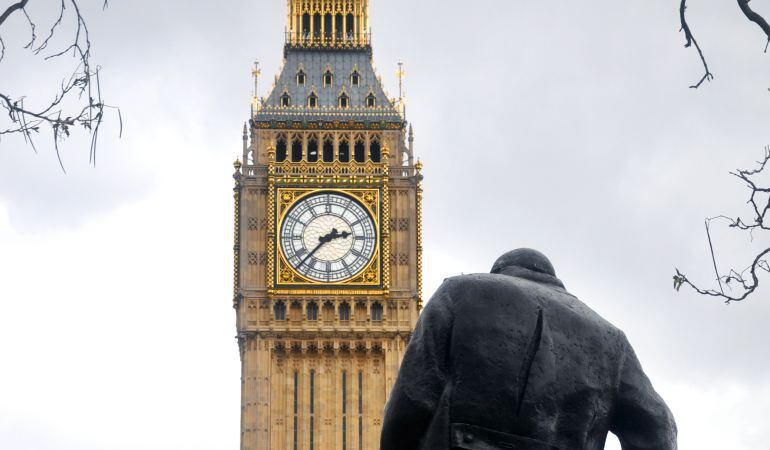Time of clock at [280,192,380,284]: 2:37
